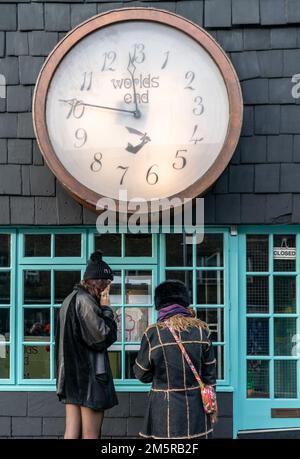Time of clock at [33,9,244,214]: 11:46
